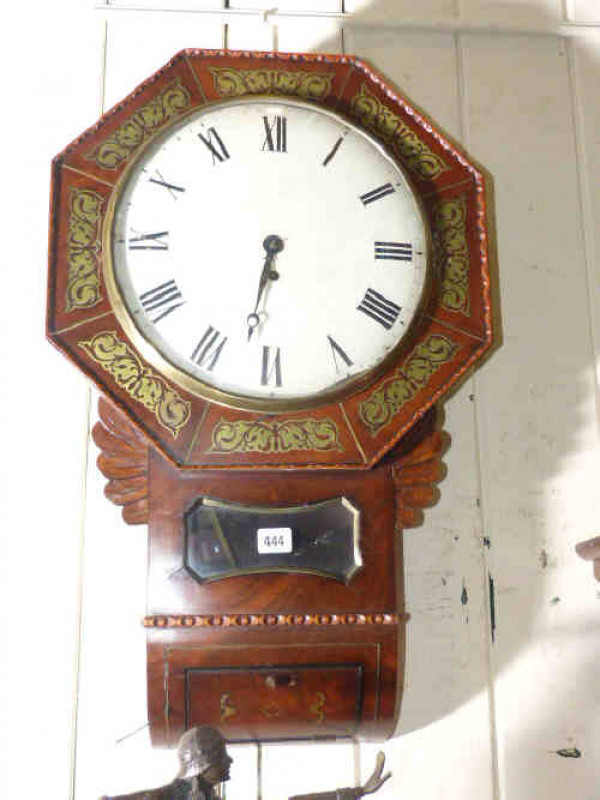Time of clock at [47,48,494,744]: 6:31
